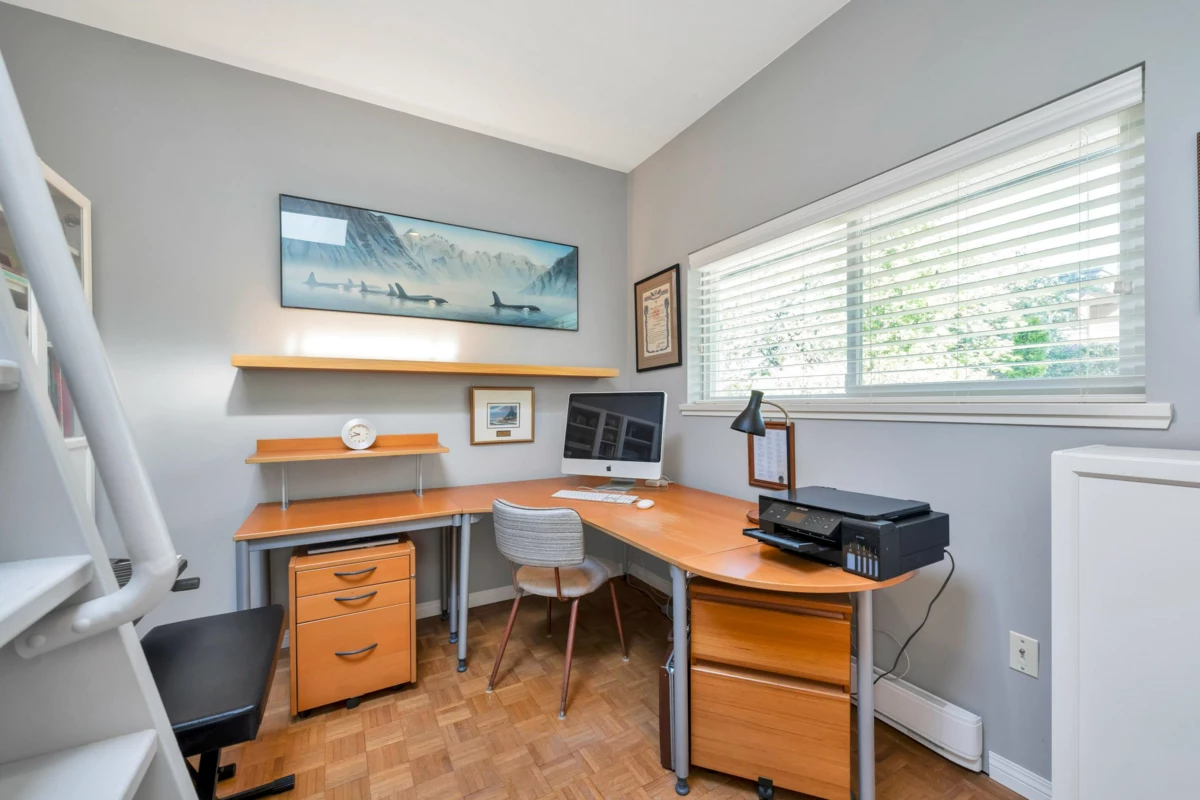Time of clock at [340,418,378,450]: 9:41
